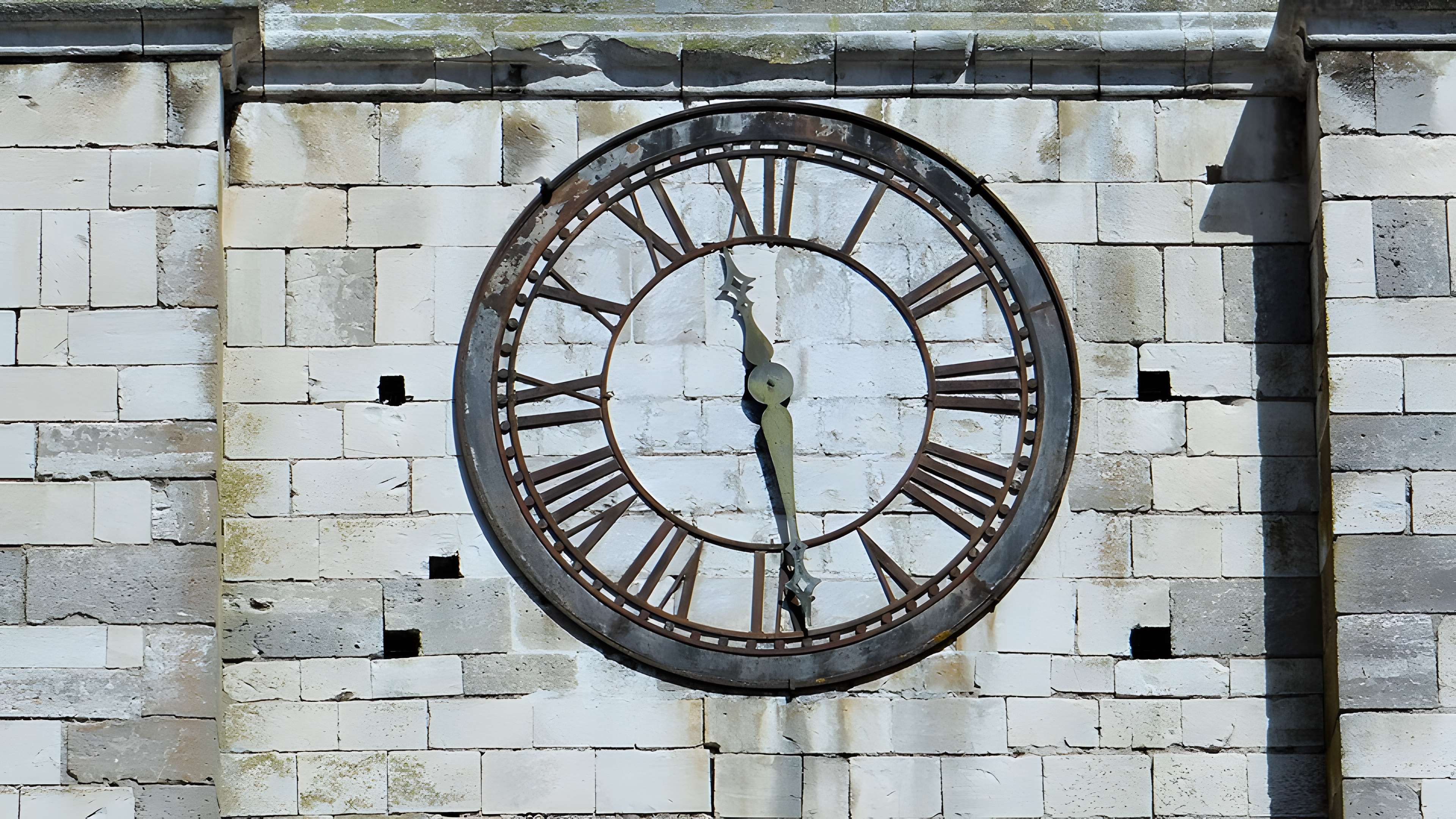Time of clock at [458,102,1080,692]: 11:28
